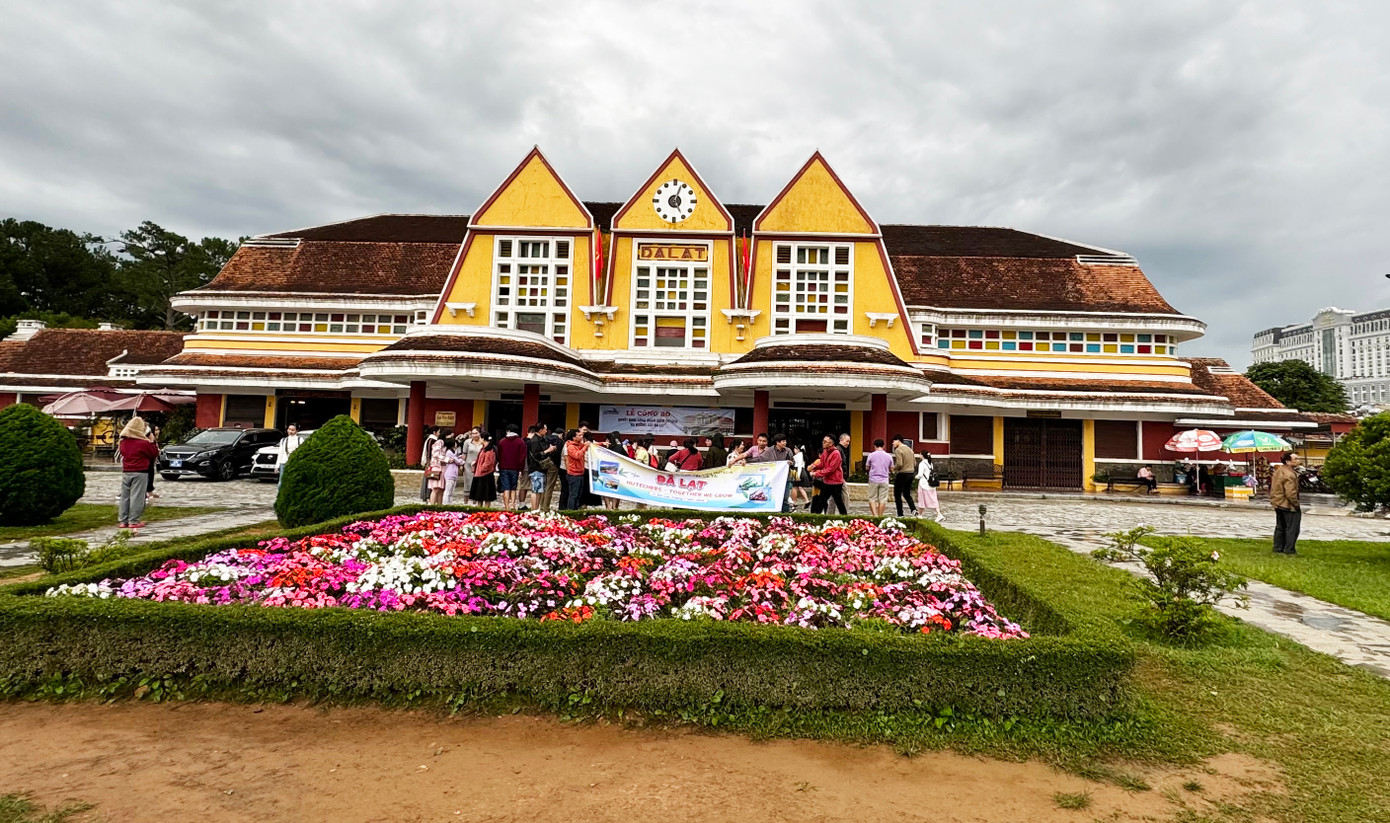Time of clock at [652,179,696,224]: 5:03
